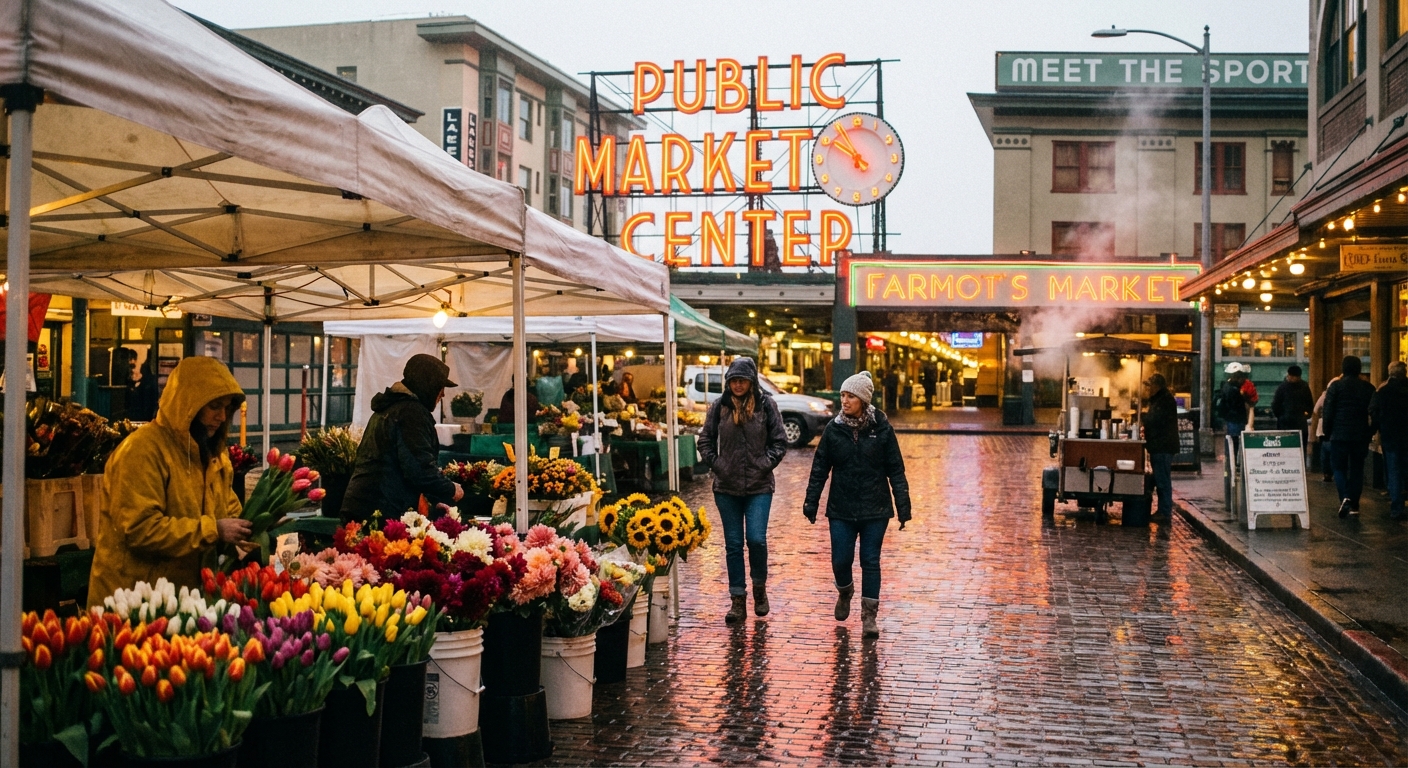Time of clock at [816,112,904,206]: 10:50
